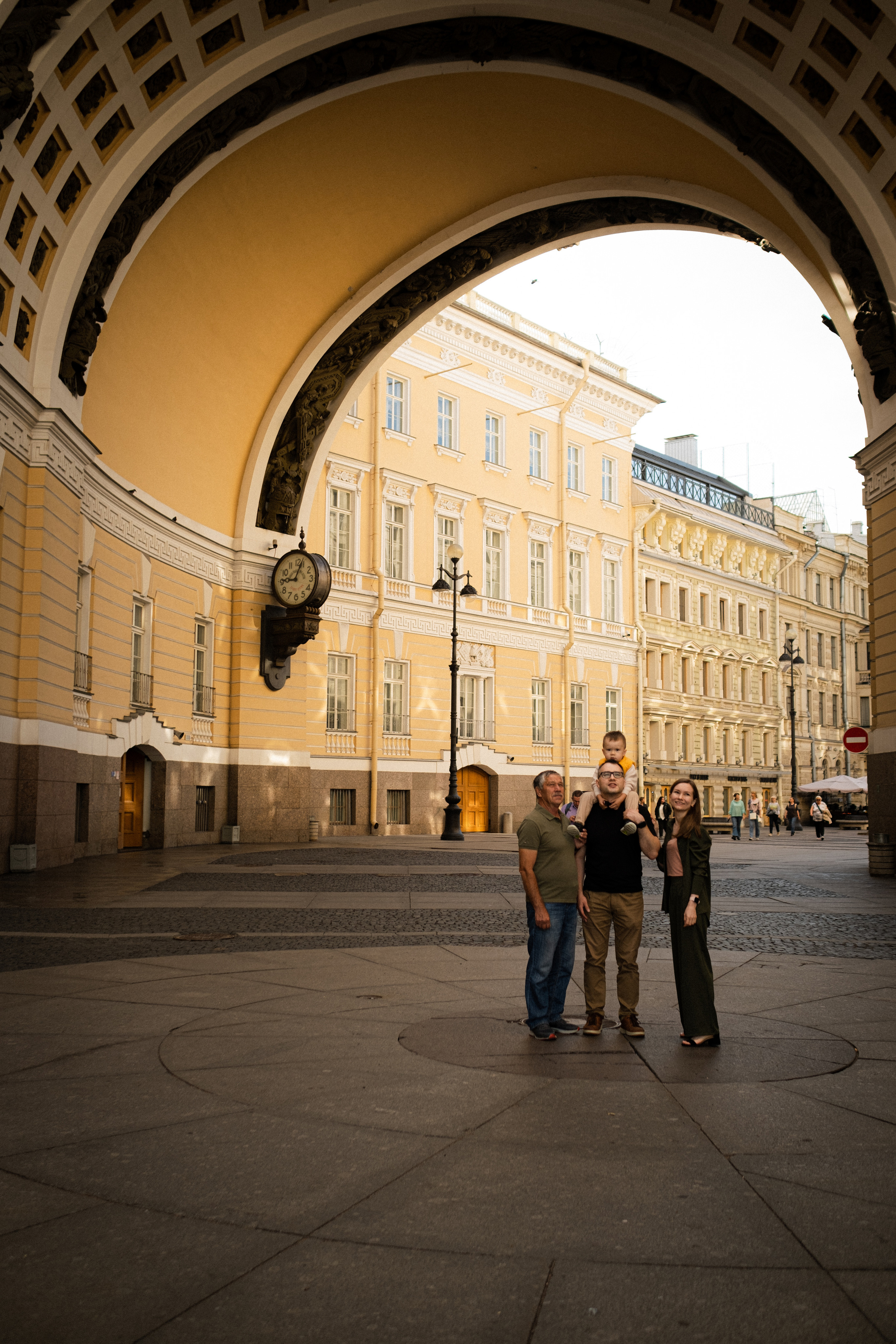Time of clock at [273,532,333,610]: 9:03
